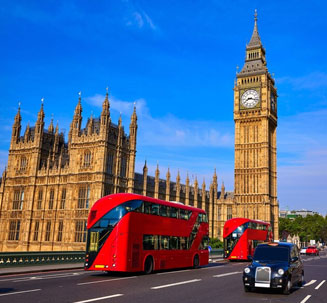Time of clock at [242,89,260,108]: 8:17
